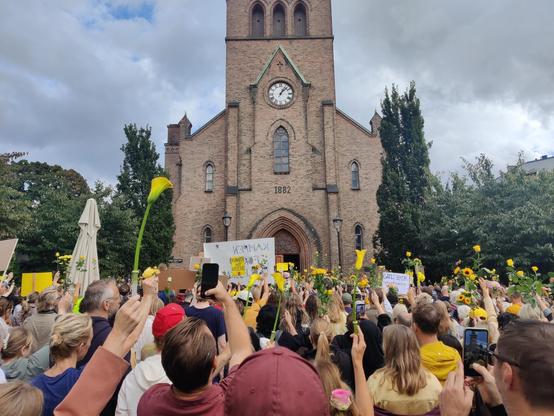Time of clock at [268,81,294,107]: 1:07
